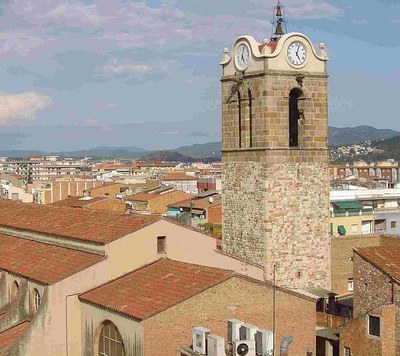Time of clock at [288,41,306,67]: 5:03
